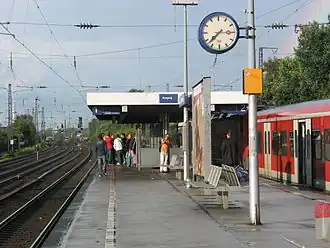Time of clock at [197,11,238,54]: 7:37
